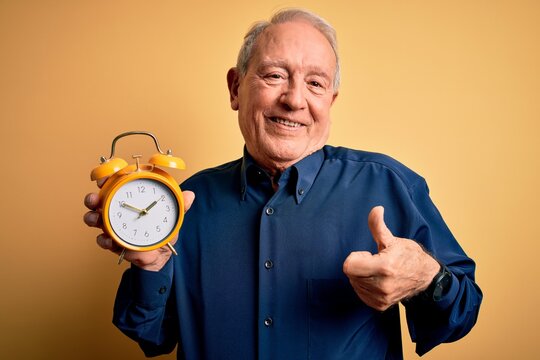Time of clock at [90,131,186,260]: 1:50
